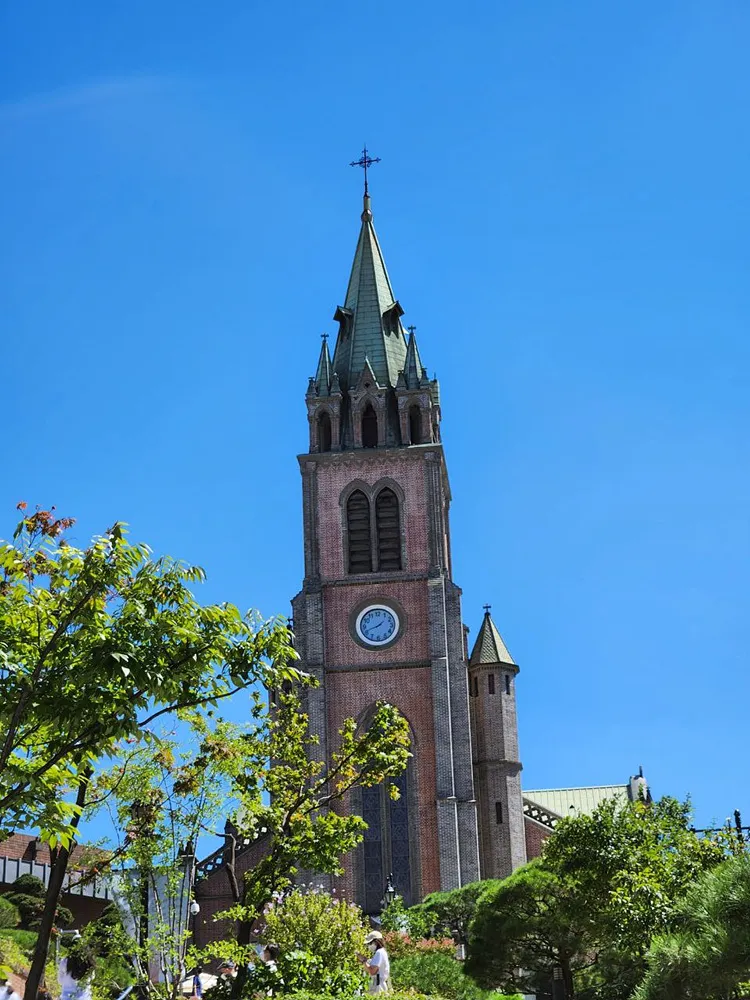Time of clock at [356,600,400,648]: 1:41
